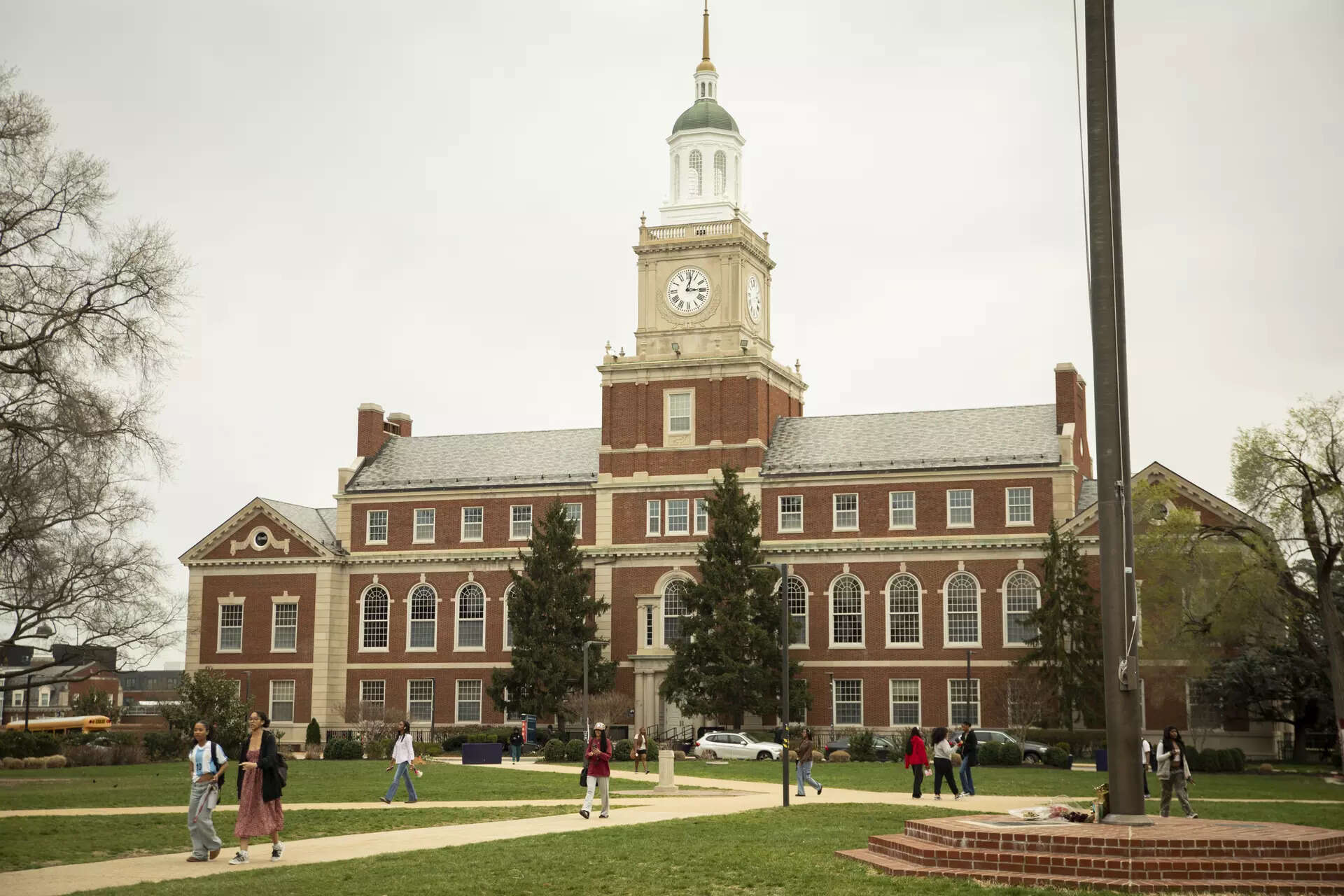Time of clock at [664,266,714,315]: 3:02
